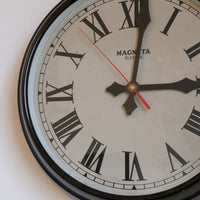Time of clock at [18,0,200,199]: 12:14
